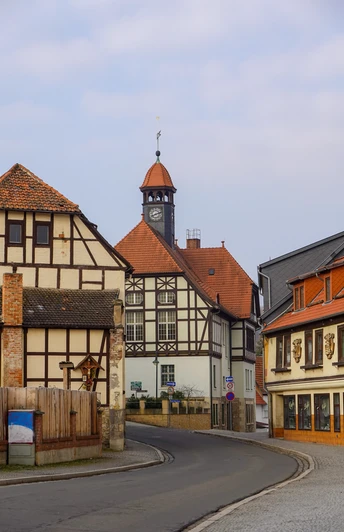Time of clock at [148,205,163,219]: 8:12
